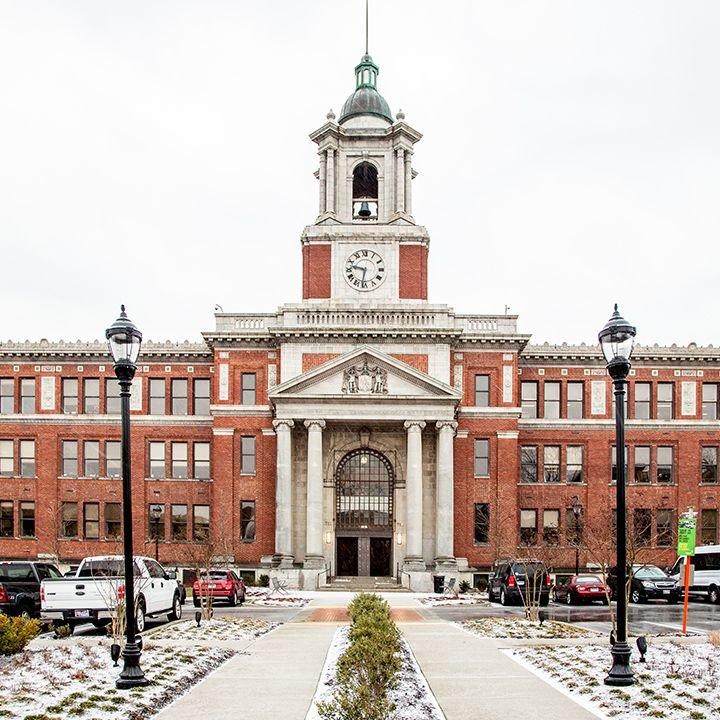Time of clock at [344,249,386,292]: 9:31
